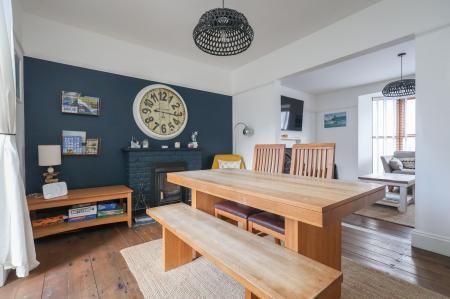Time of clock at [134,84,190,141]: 9:16
